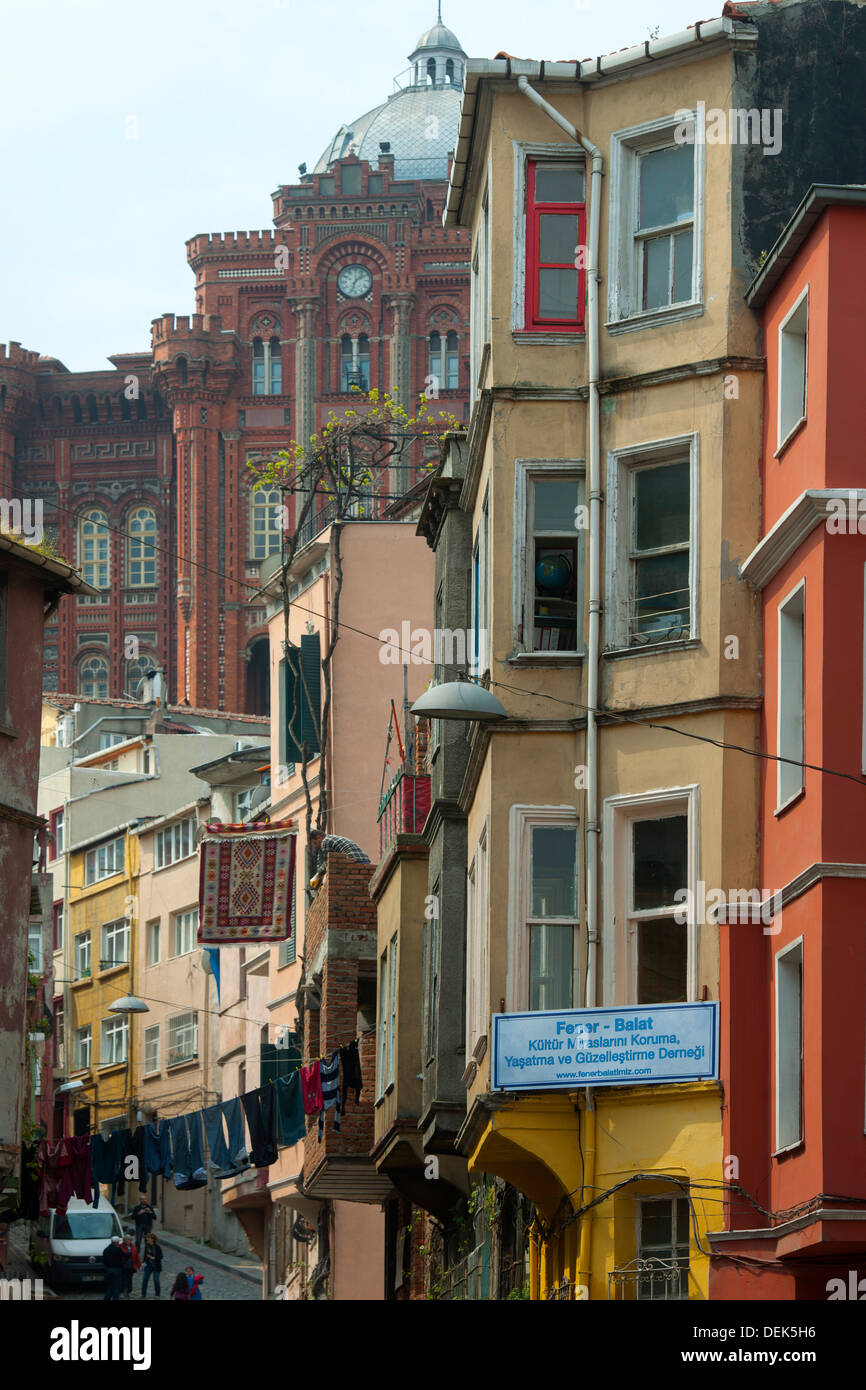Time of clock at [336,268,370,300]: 1:33
